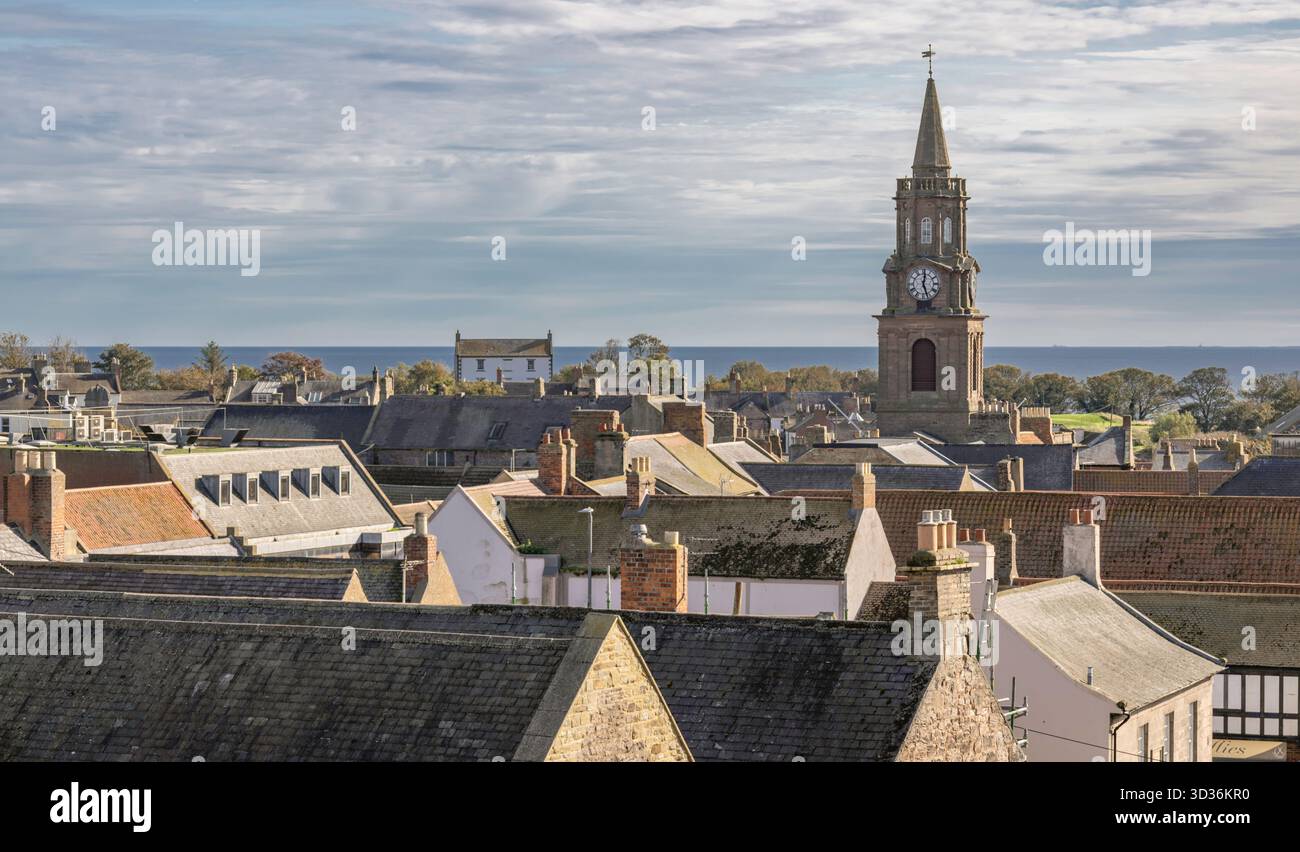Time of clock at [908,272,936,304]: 12:26
